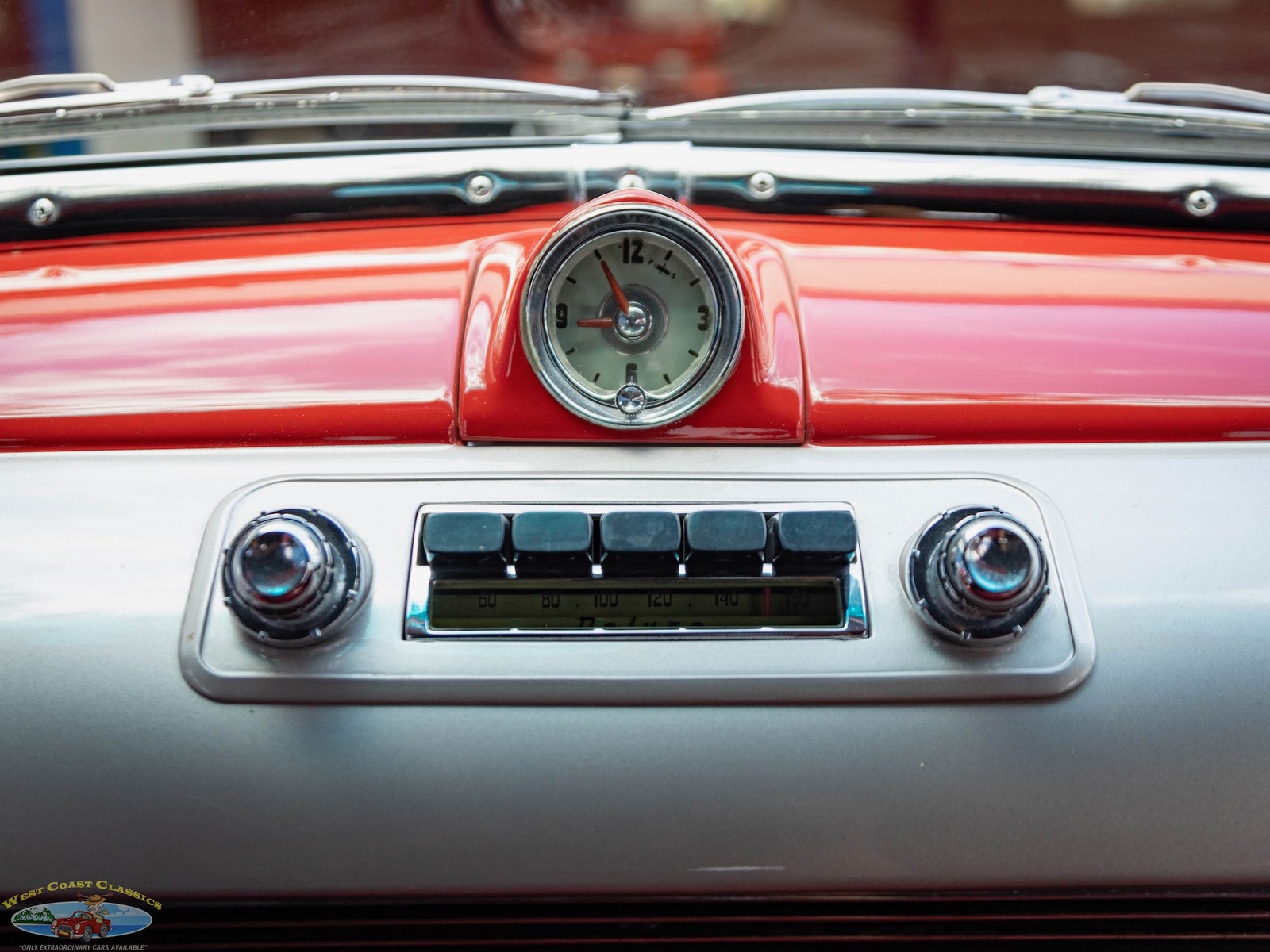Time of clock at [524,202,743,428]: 8:55
